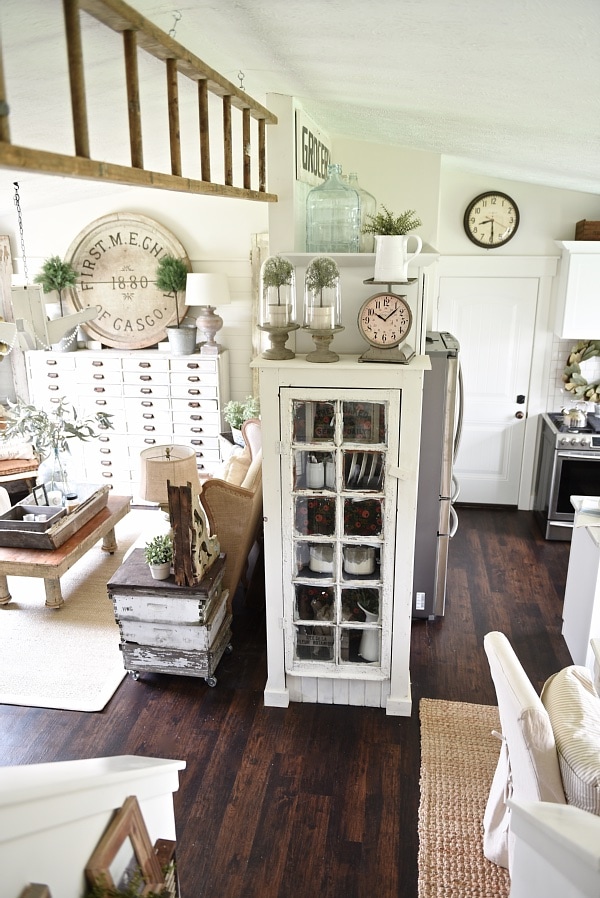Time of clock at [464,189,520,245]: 8:29
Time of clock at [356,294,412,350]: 10:07
